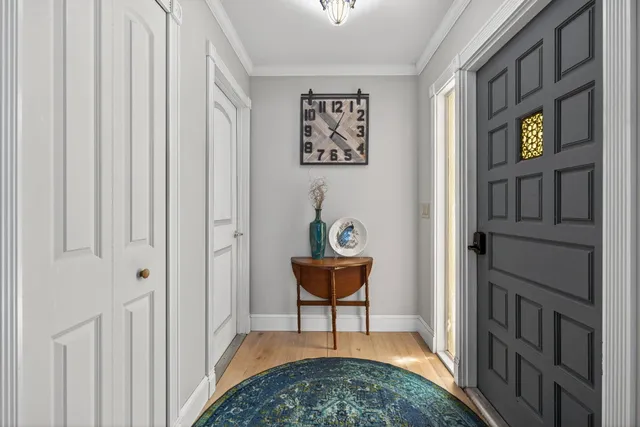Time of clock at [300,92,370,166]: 4:04
